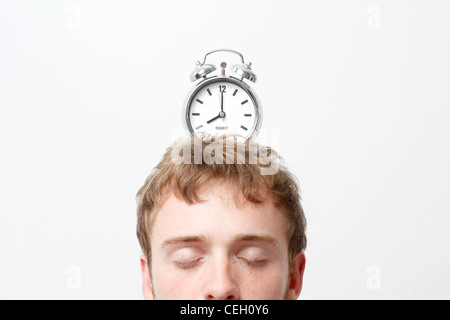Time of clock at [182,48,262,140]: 8:00
